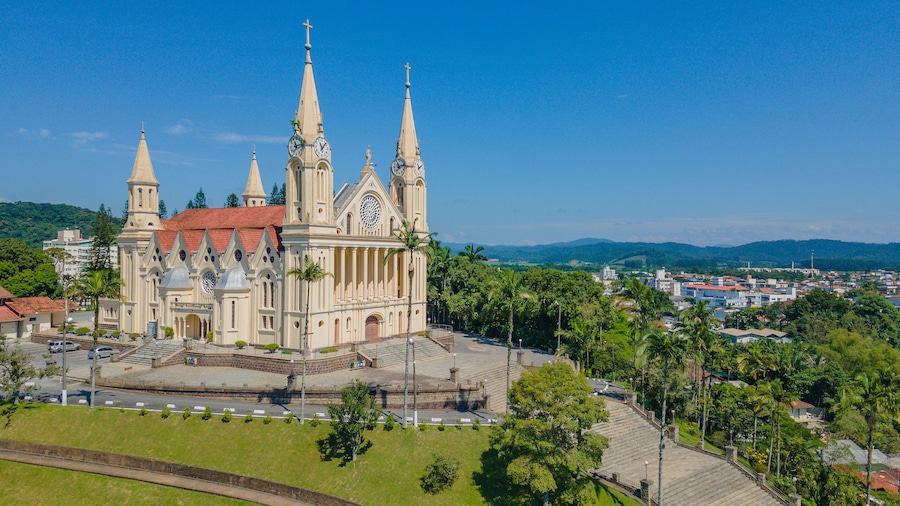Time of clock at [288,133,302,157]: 11:12
